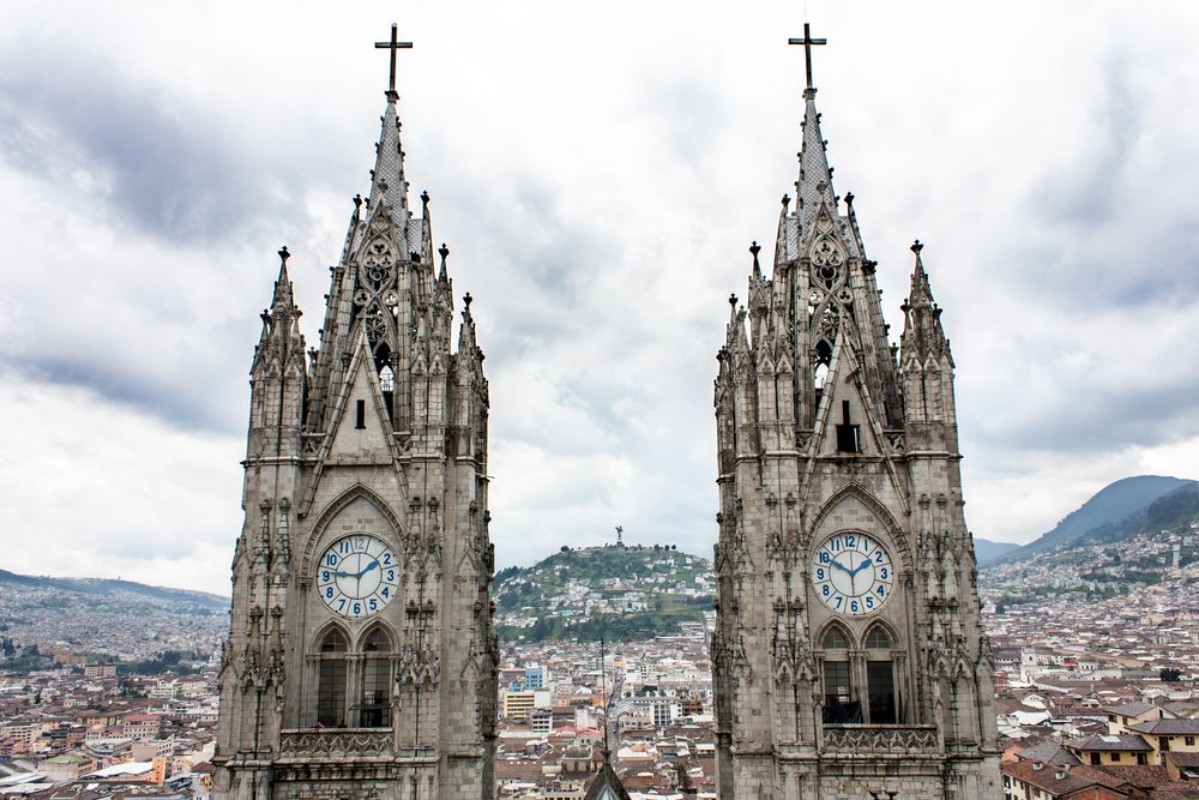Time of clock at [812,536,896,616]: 1:49
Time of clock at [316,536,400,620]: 1:46
